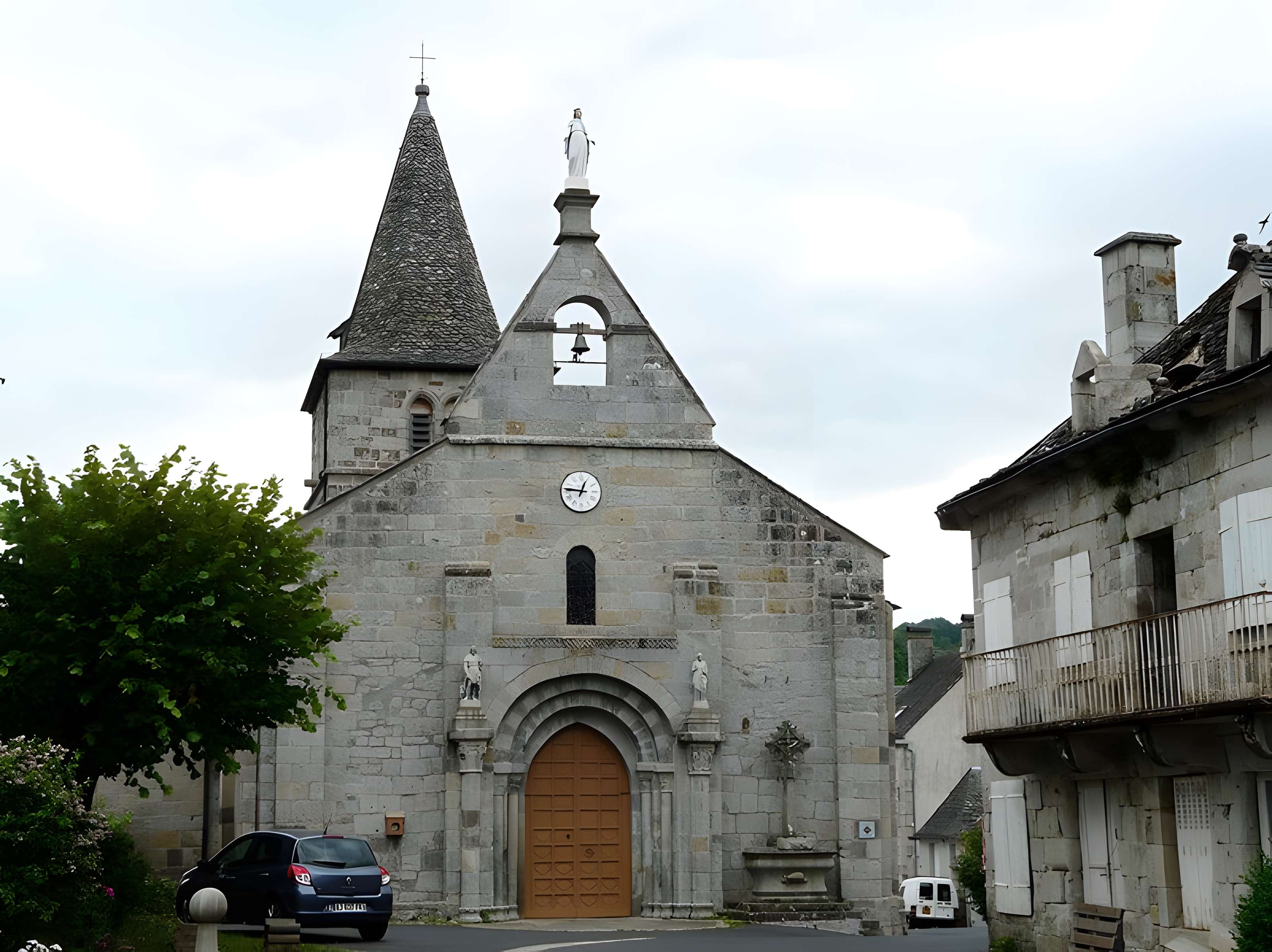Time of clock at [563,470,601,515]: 12:46
